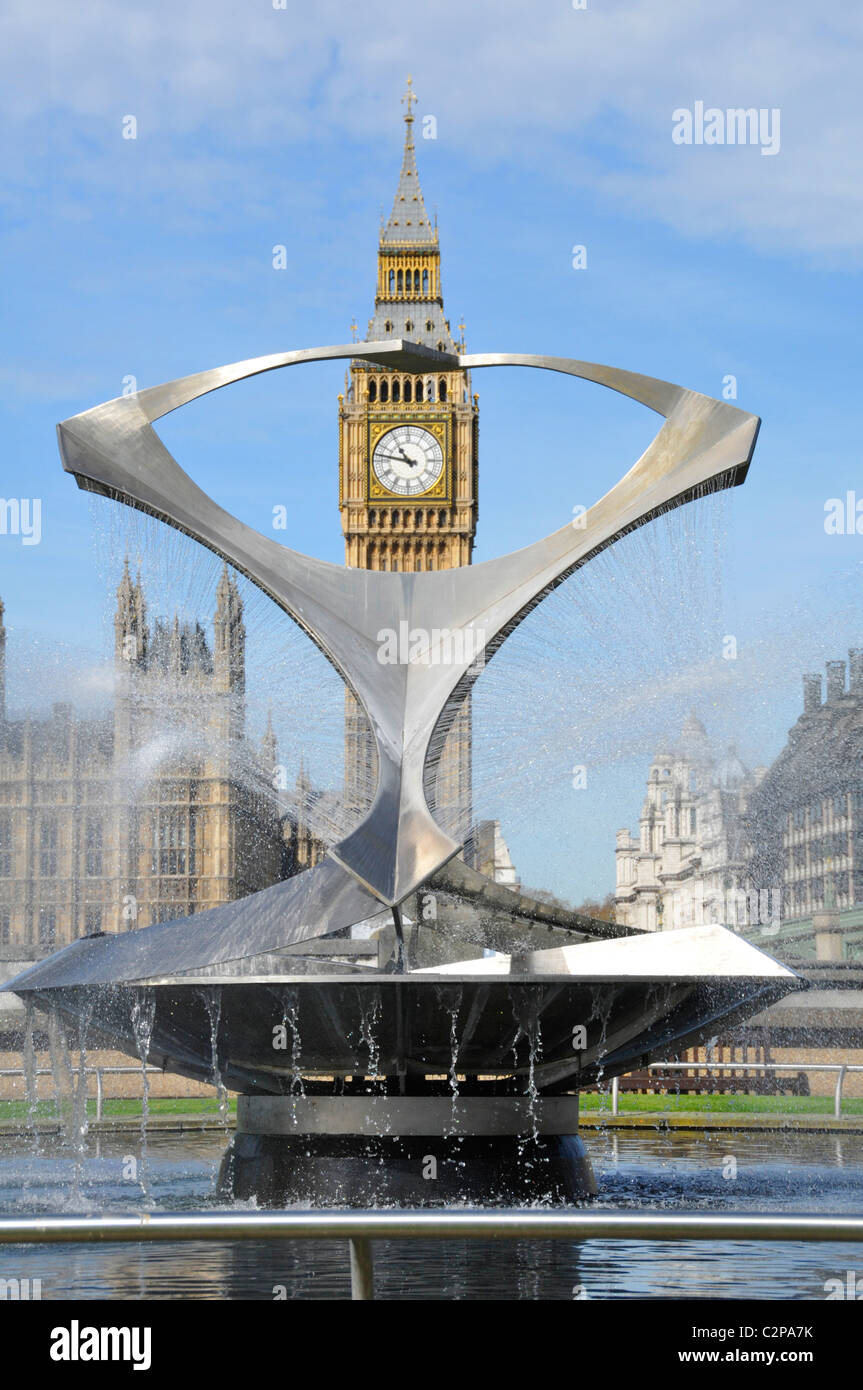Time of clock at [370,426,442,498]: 10:47
